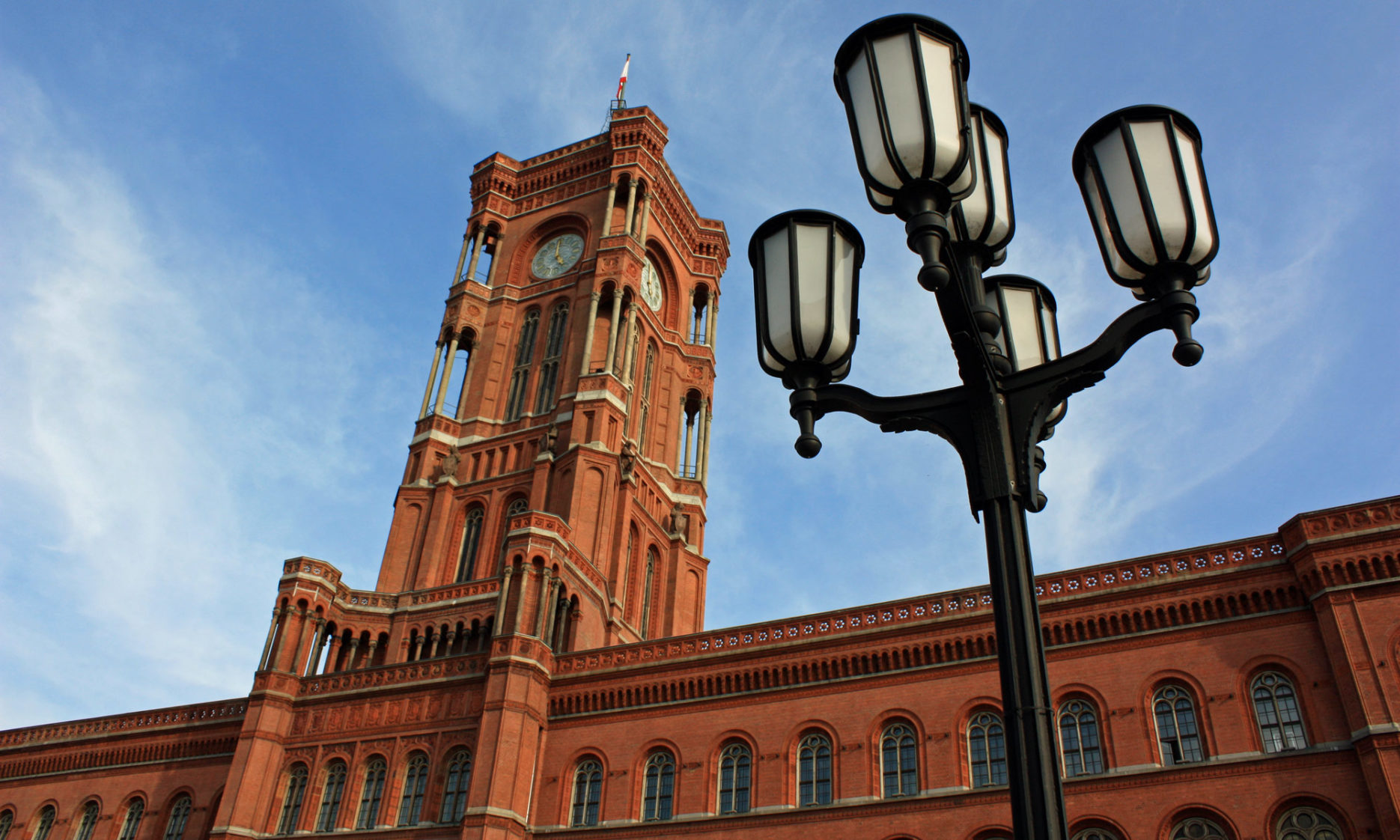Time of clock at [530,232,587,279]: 4:59
